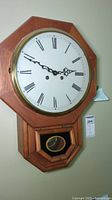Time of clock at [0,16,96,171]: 2:49
